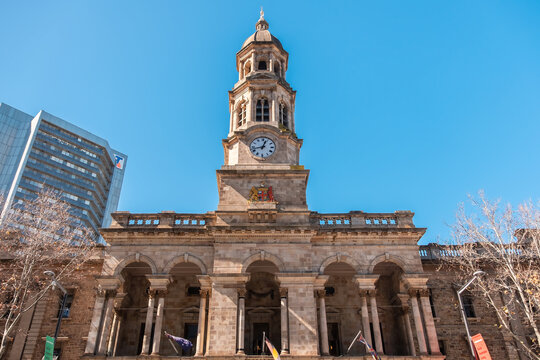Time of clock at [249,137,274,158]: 12:42
